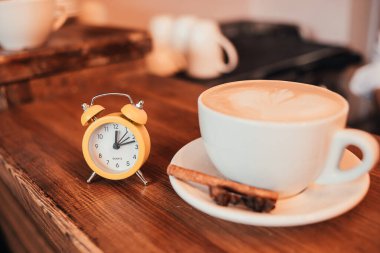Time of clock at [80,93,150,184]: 12:12
